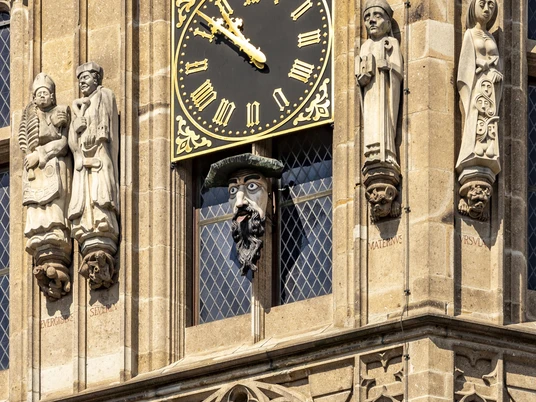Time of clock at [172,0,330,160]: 10:51
